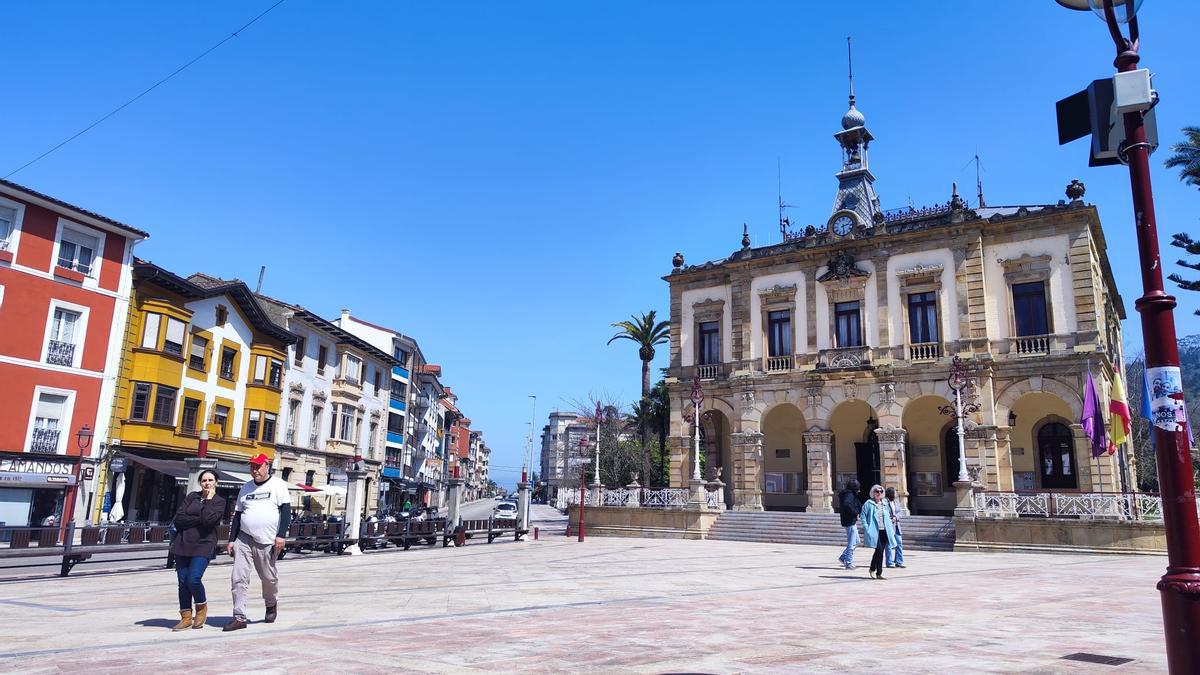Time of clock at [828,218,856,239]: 2:29
